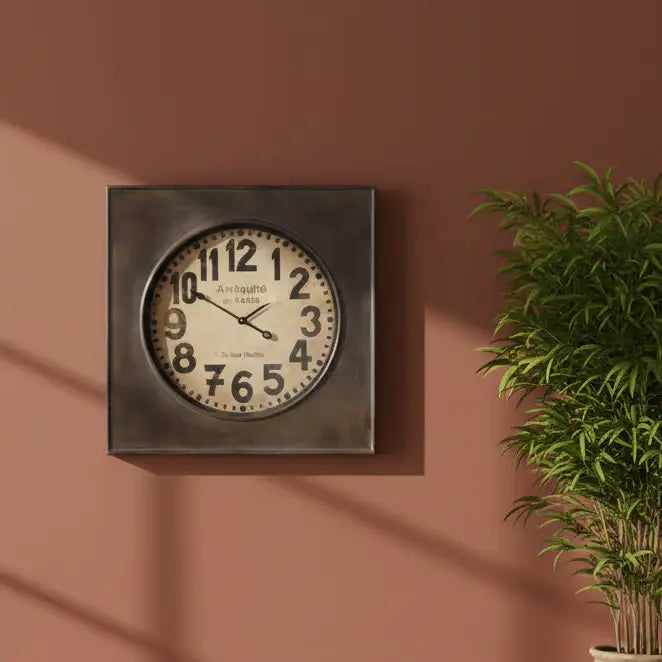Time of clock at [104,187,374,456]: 1:50
